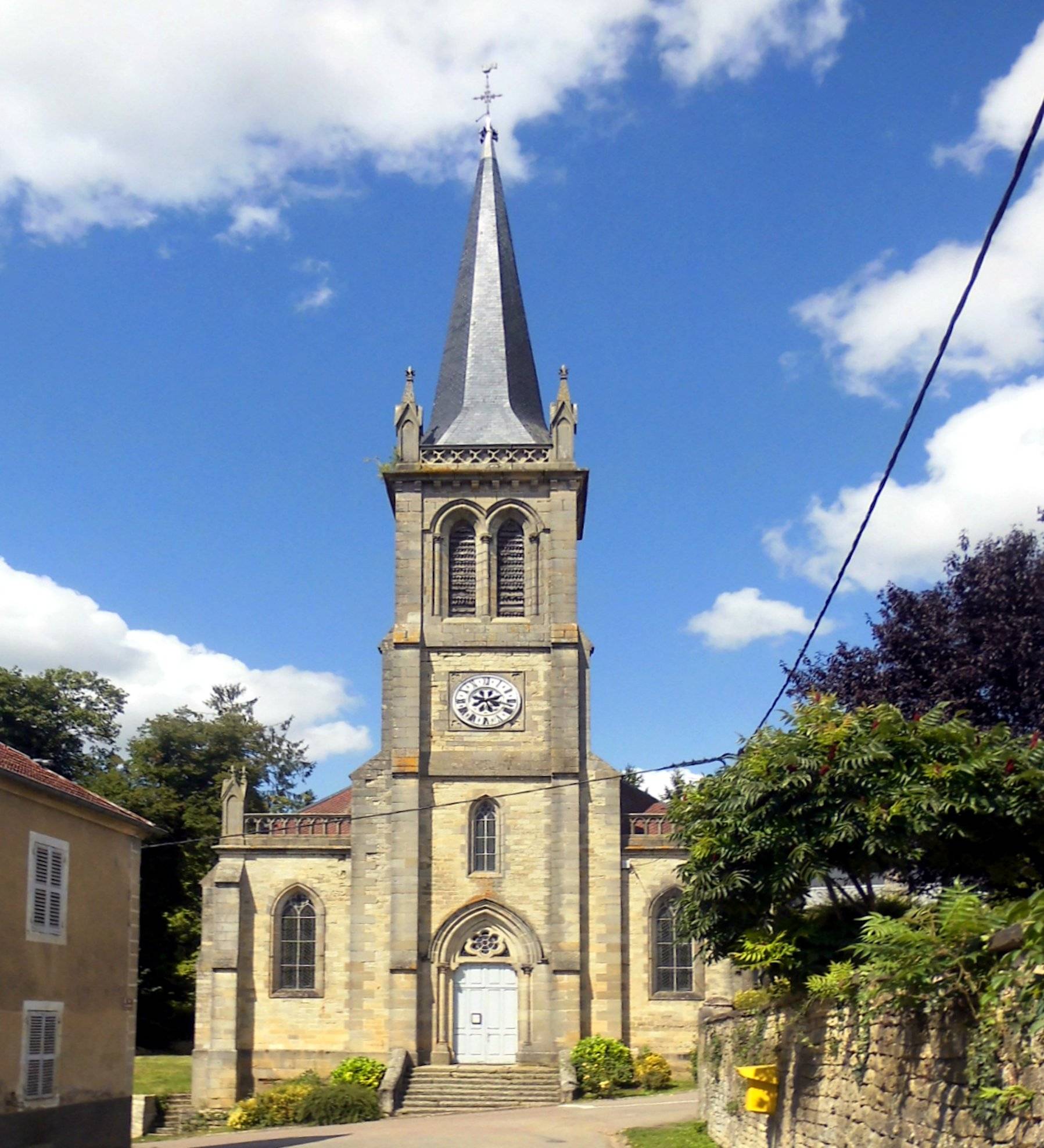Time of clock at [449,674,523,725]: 2:18
